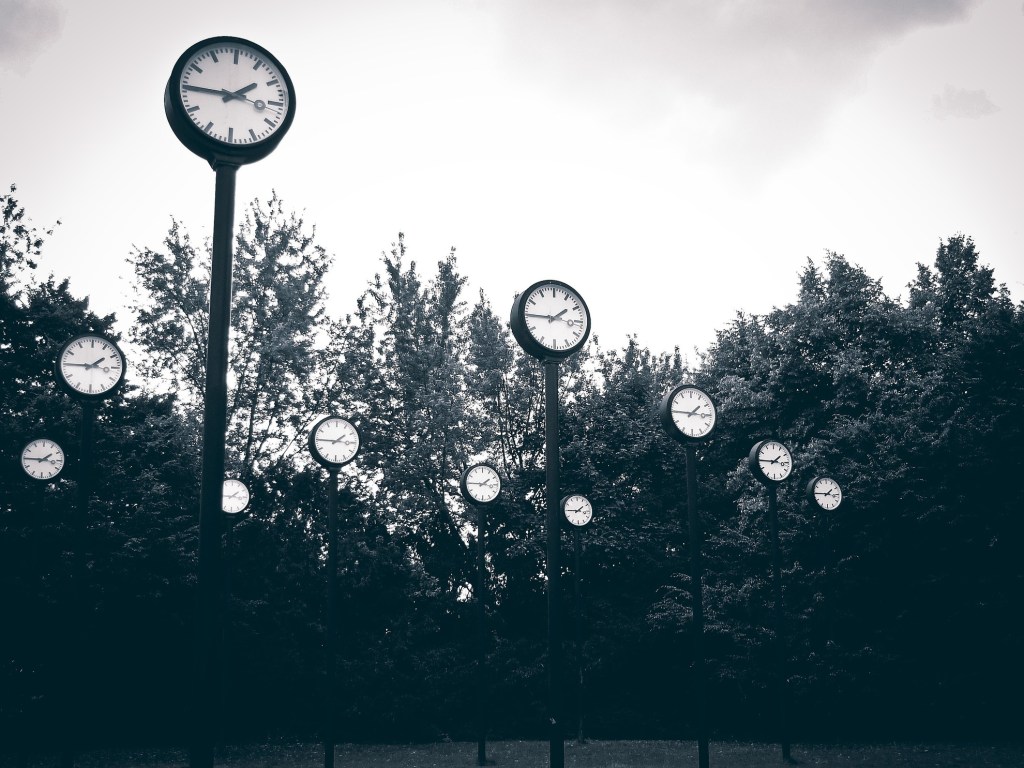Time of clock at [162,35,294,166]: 1:45
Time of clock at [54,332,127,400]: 1:45
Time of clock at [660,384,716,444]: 1:45
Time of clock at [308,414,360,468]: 1:45
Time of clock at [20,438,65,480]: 1:45
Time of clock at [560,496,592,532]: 1:45
